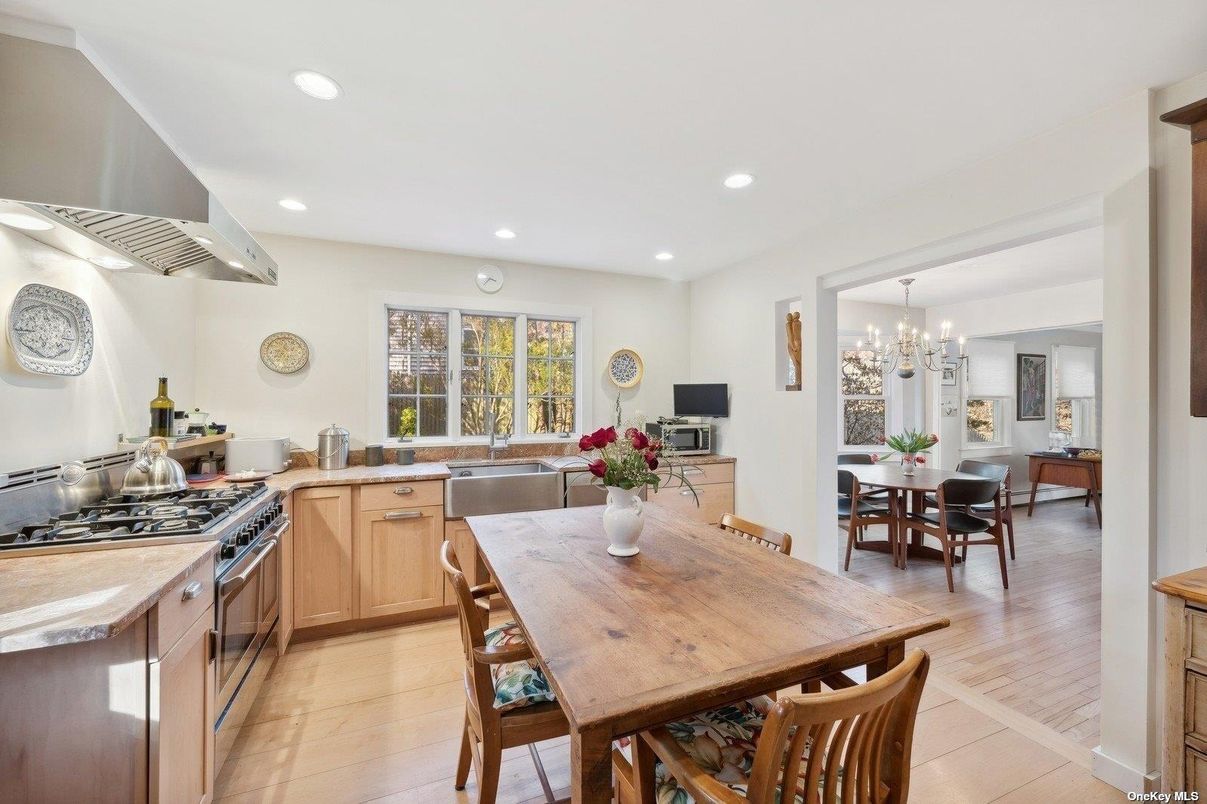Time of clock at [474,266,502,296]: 3:37
